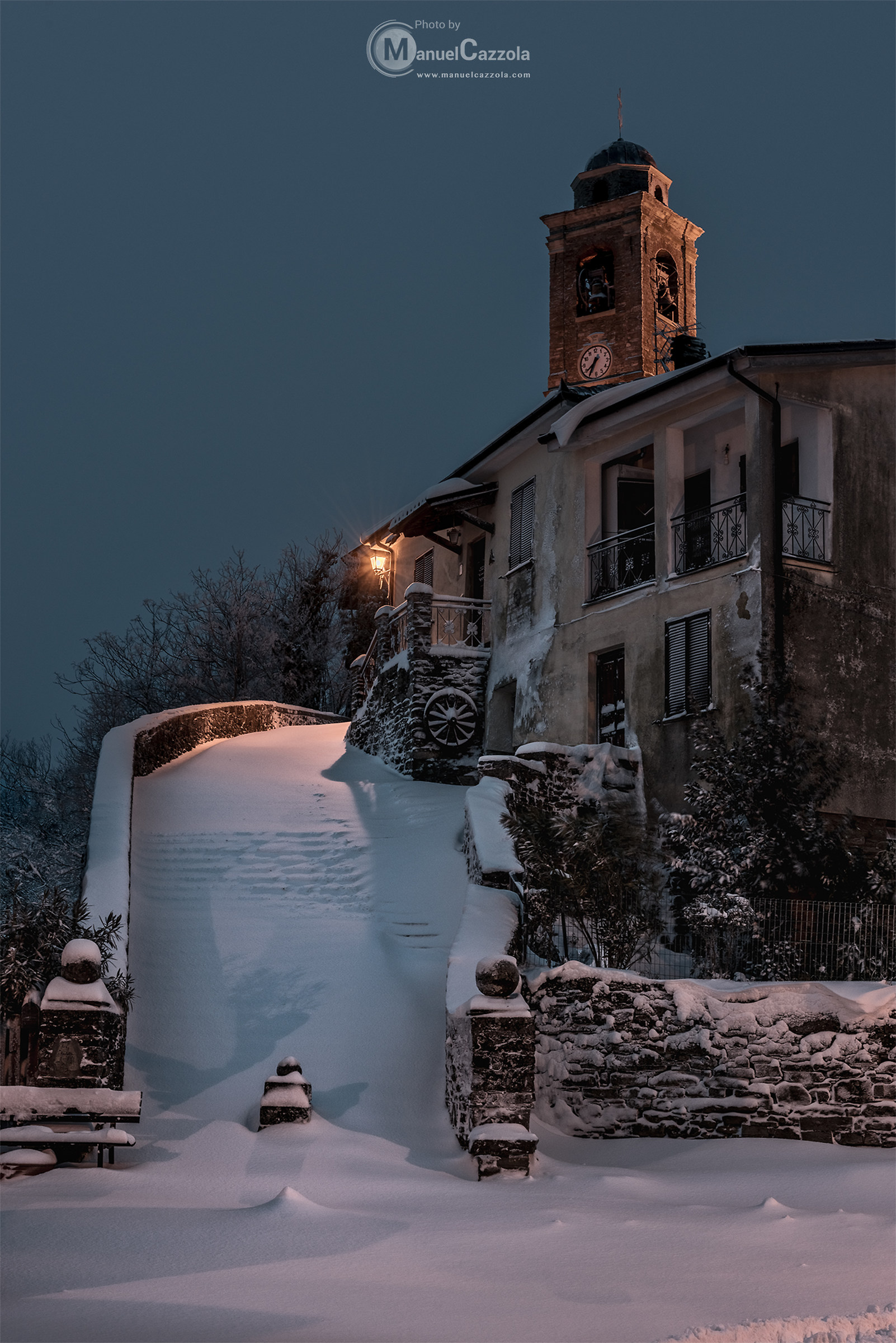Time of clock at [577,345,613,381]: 7:34
